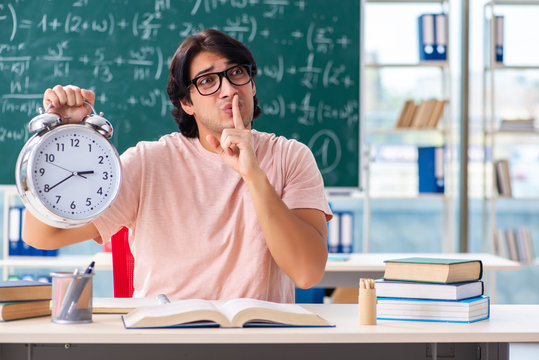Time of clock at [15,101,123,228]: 2:39
